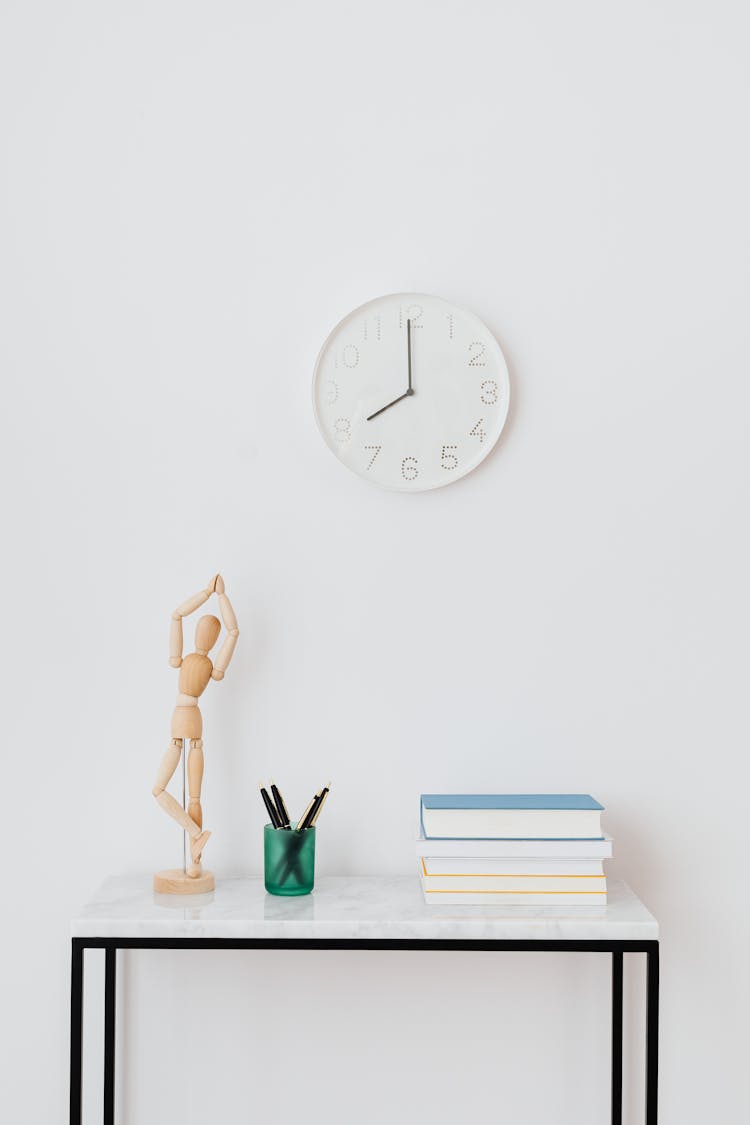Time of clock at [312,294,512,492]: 7:59
